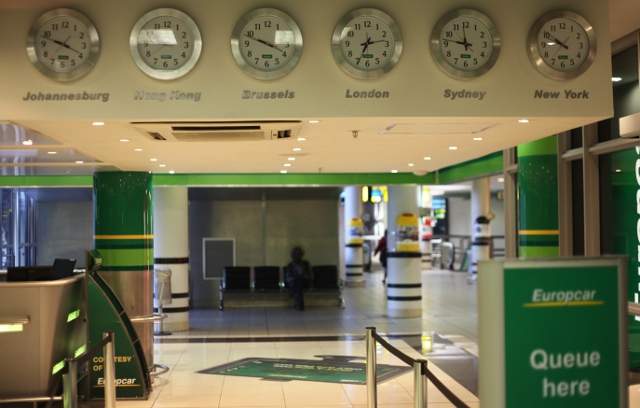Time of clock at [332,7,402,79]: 2:34
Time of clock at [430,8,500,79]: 11:46
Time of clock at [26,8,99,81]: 3:47
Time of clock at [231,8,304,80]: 3:48
